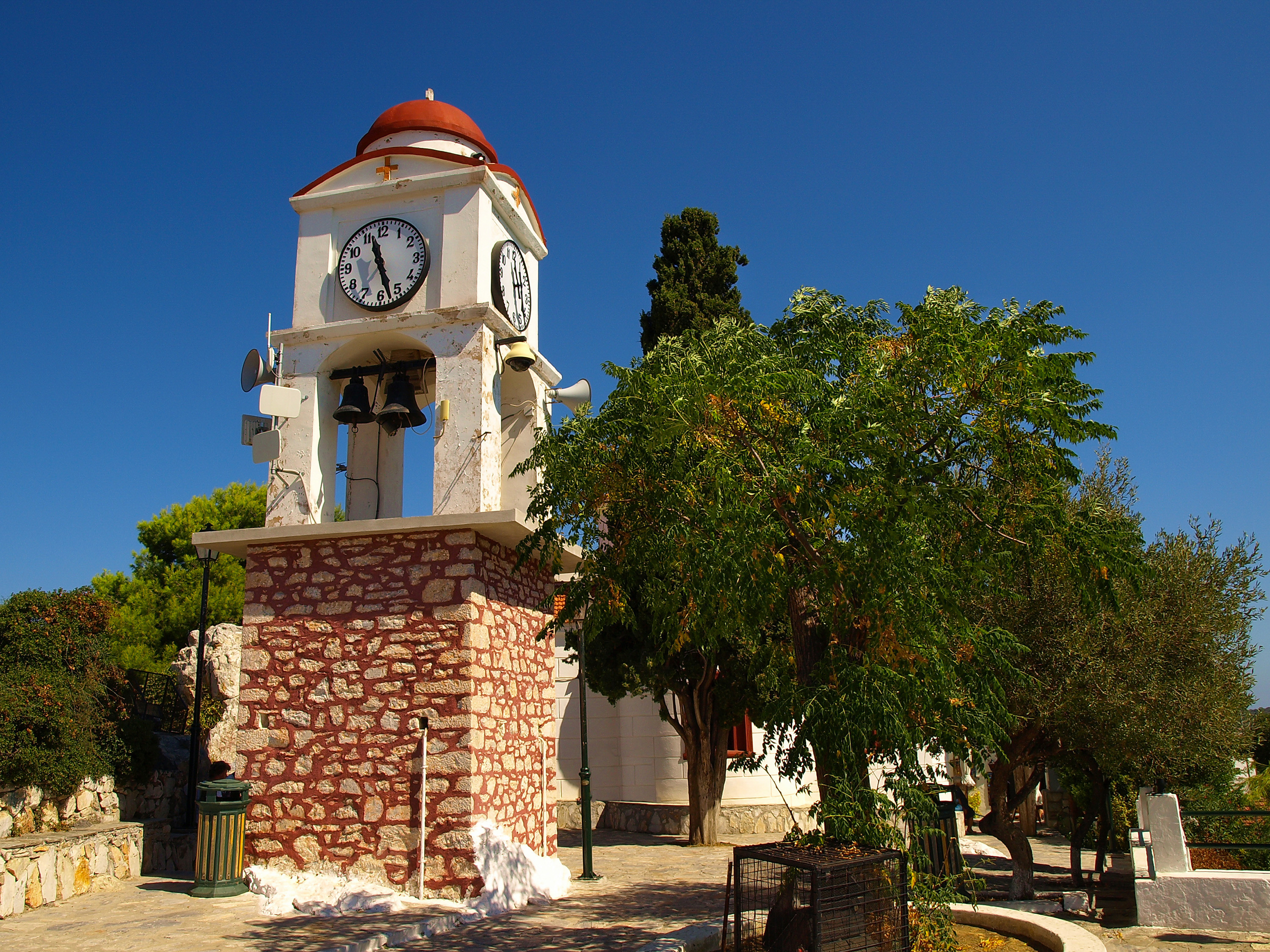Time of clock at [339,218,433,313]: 11:27
